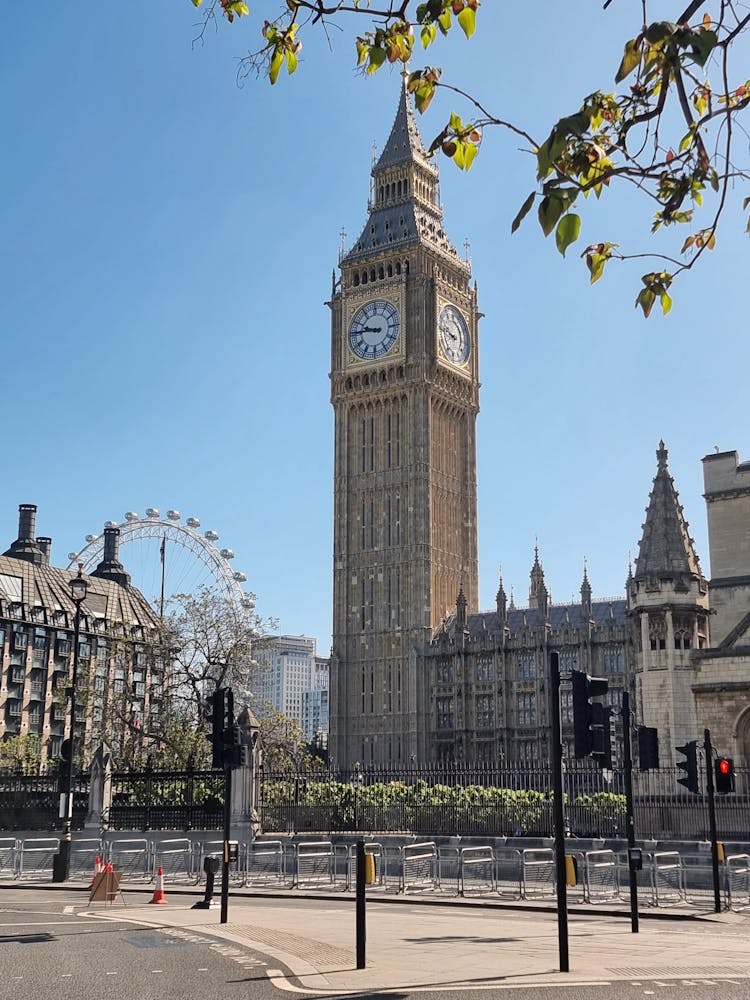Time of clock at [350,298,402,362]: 9:45
